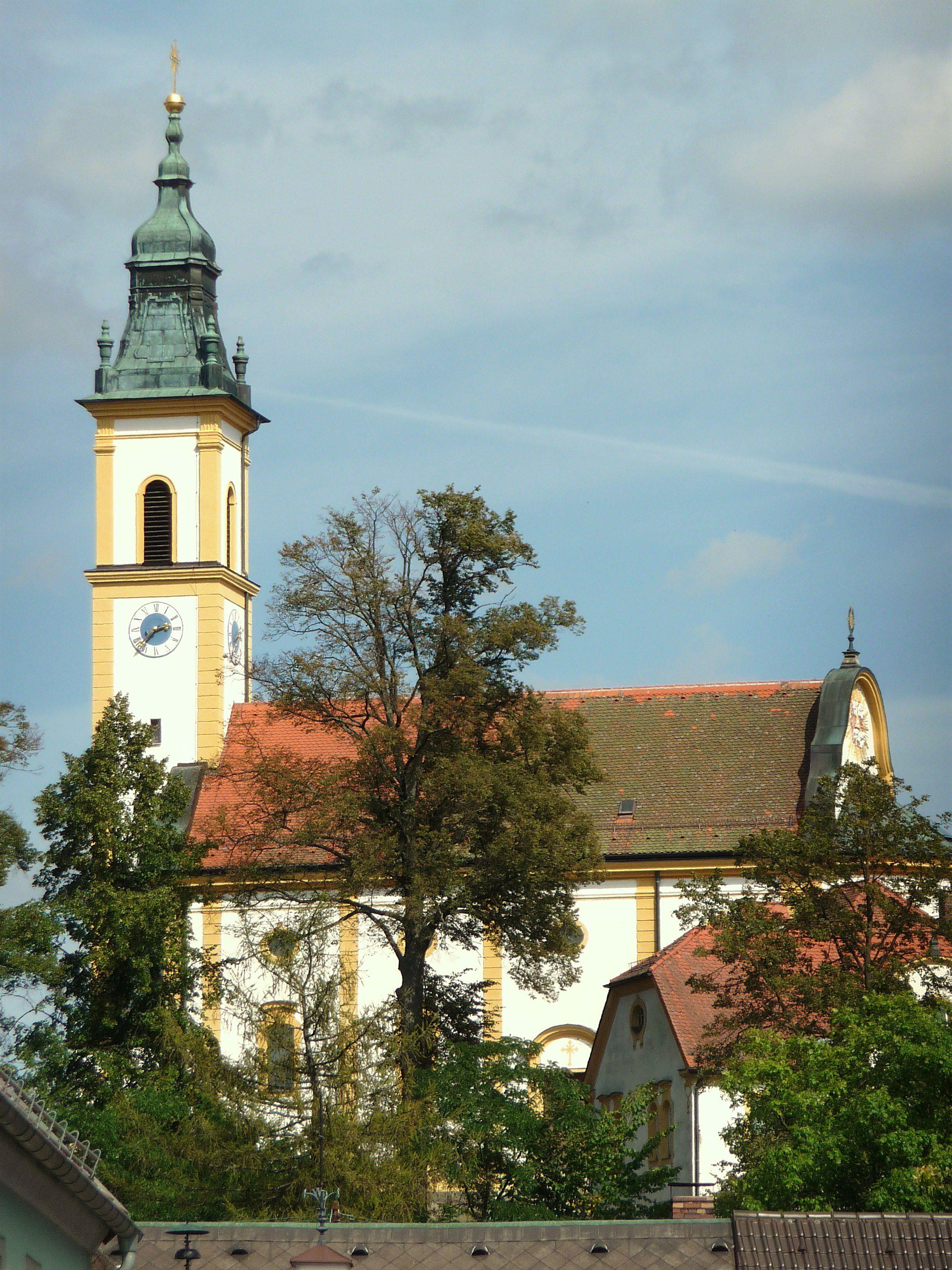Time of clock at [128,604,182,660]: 2:37
